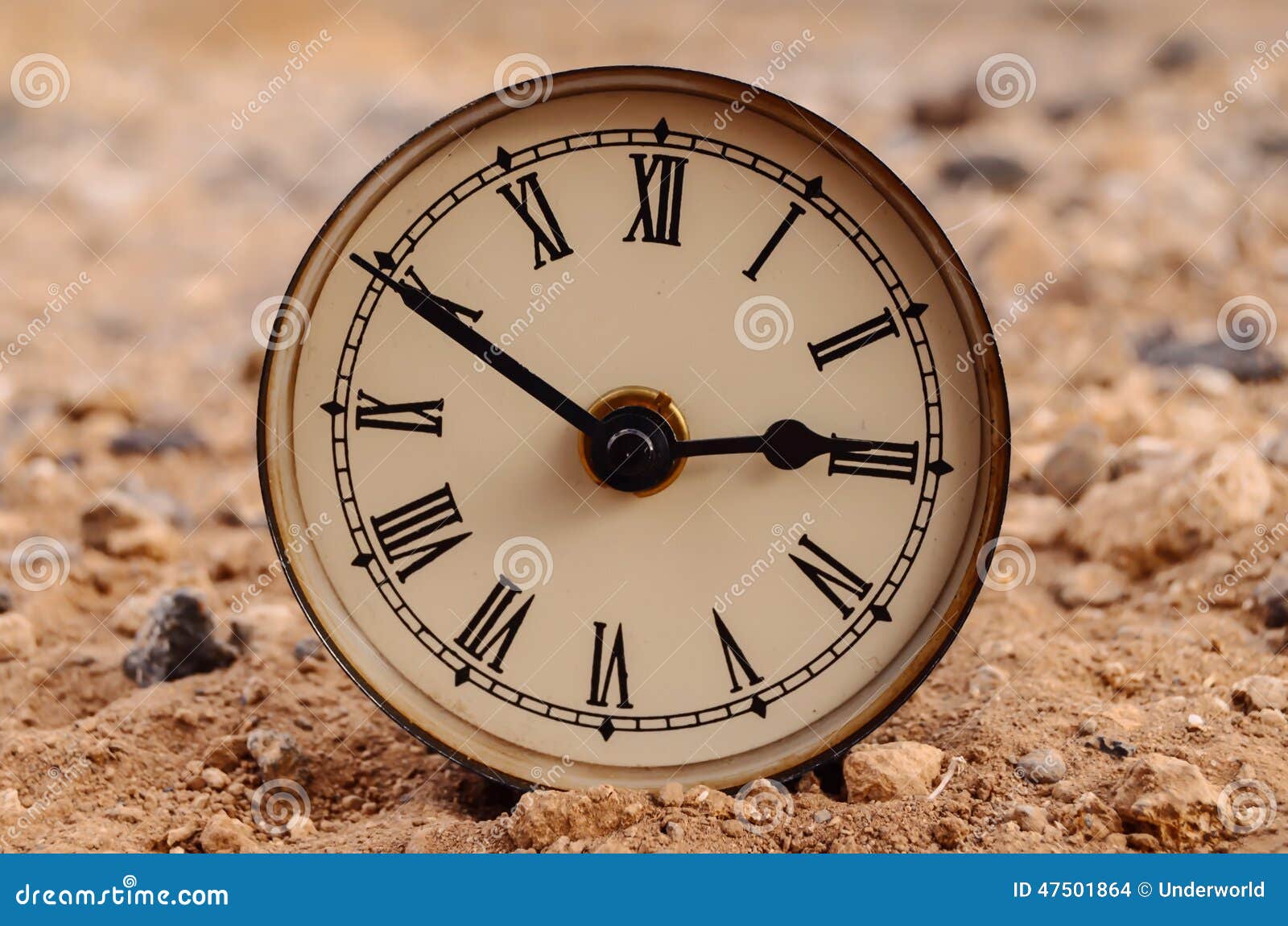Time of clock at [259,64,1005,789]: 2:49
